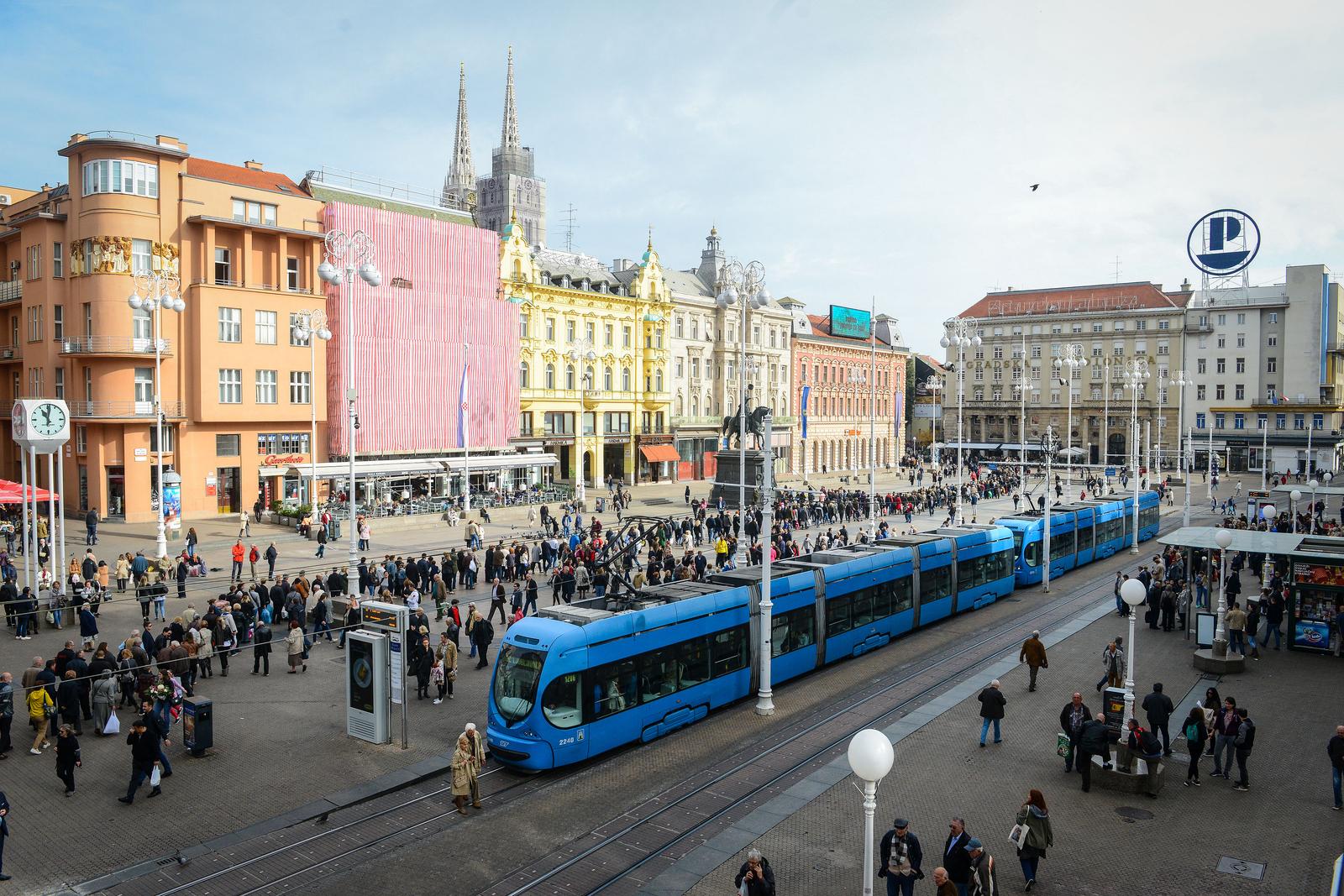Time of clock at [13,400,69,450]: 11:01
